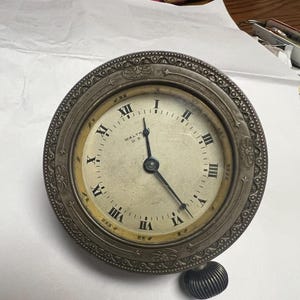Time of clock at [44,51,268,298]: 11:22
